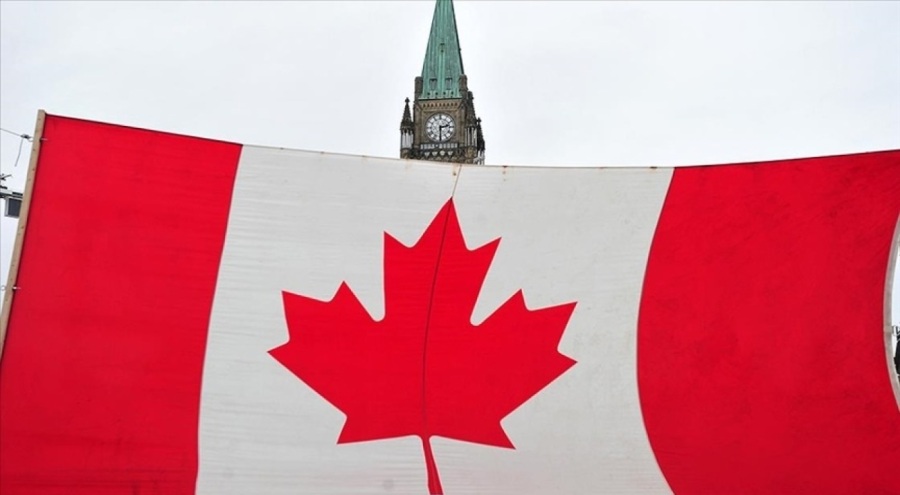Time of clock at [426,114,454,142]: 2:30
